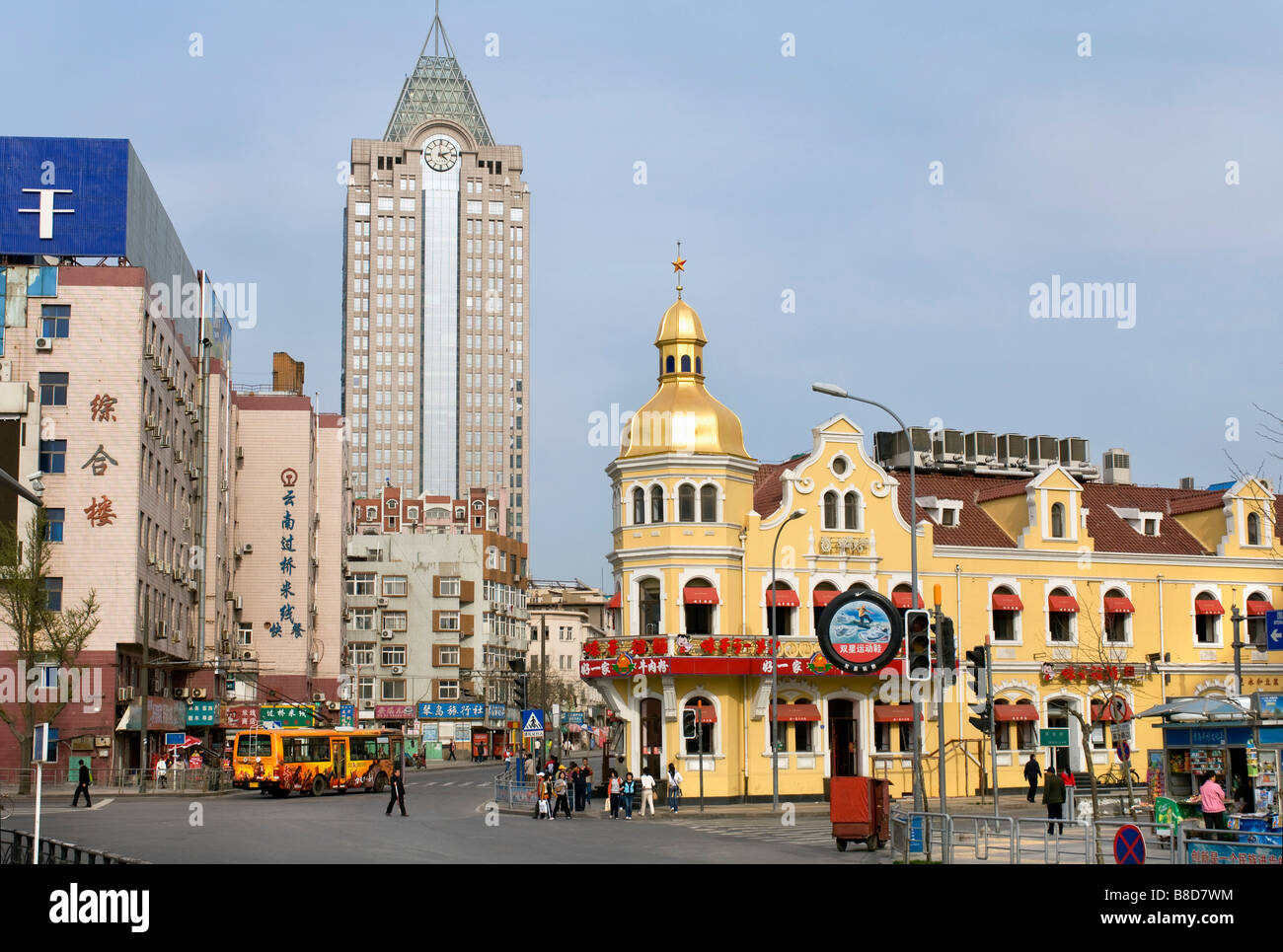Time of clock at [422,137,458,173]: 4:11
